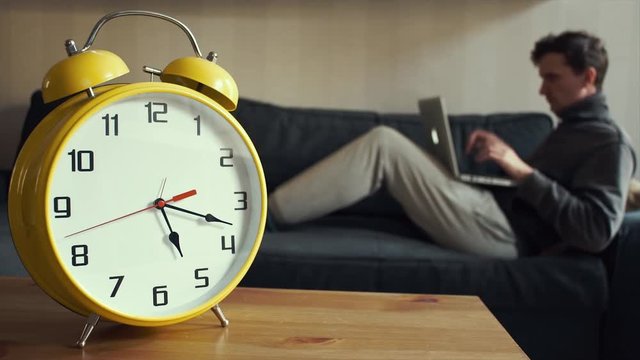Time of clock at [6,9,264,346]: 5:17
